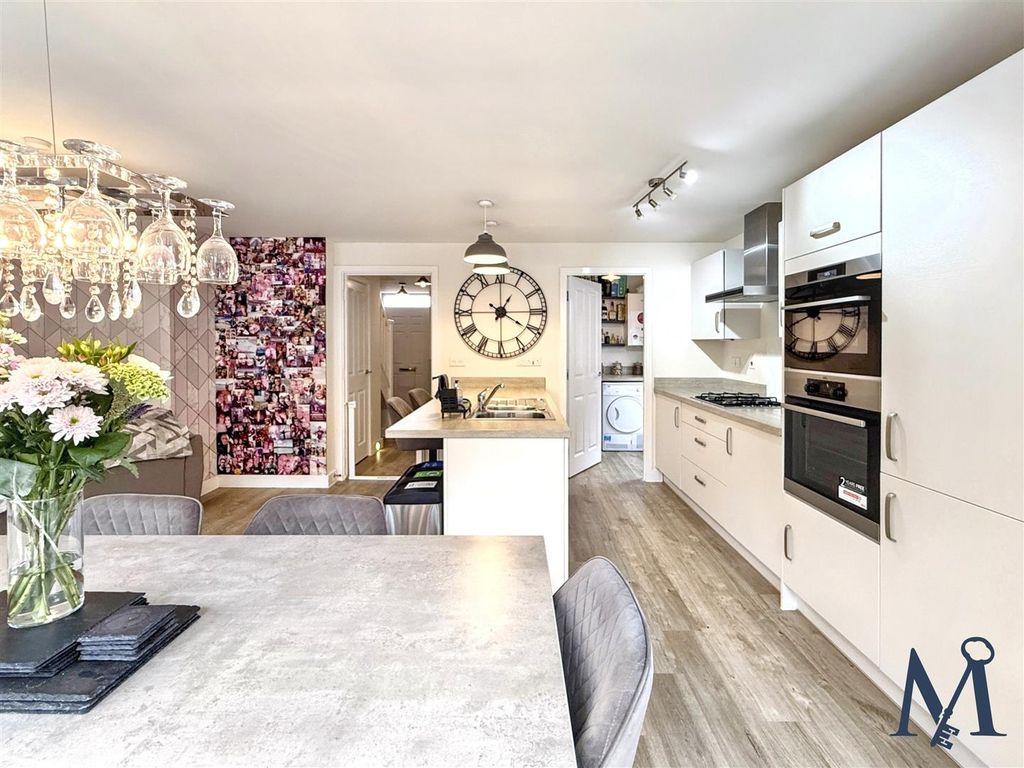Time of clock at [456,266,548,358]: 1:20
